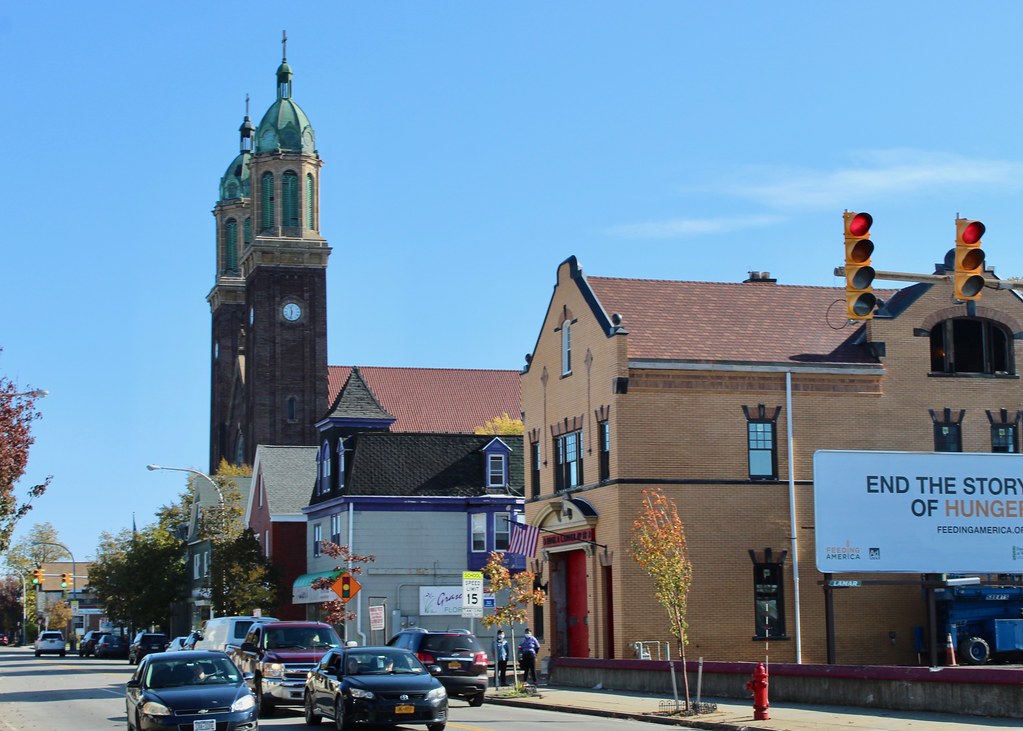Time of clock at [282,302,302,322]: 11:32
